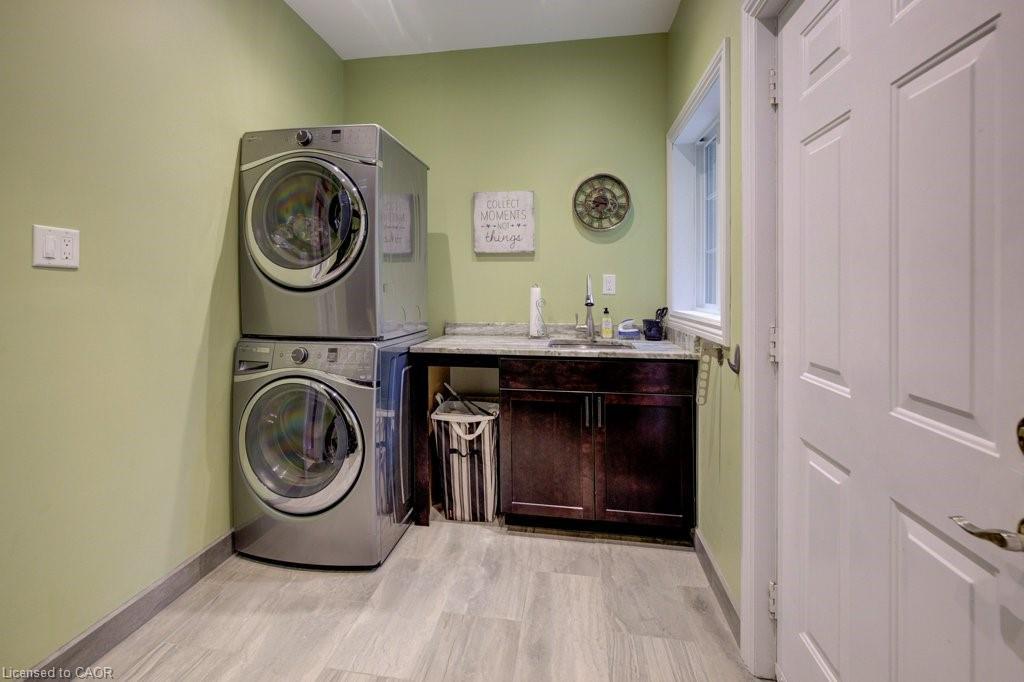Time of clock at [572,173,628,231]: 7:15
